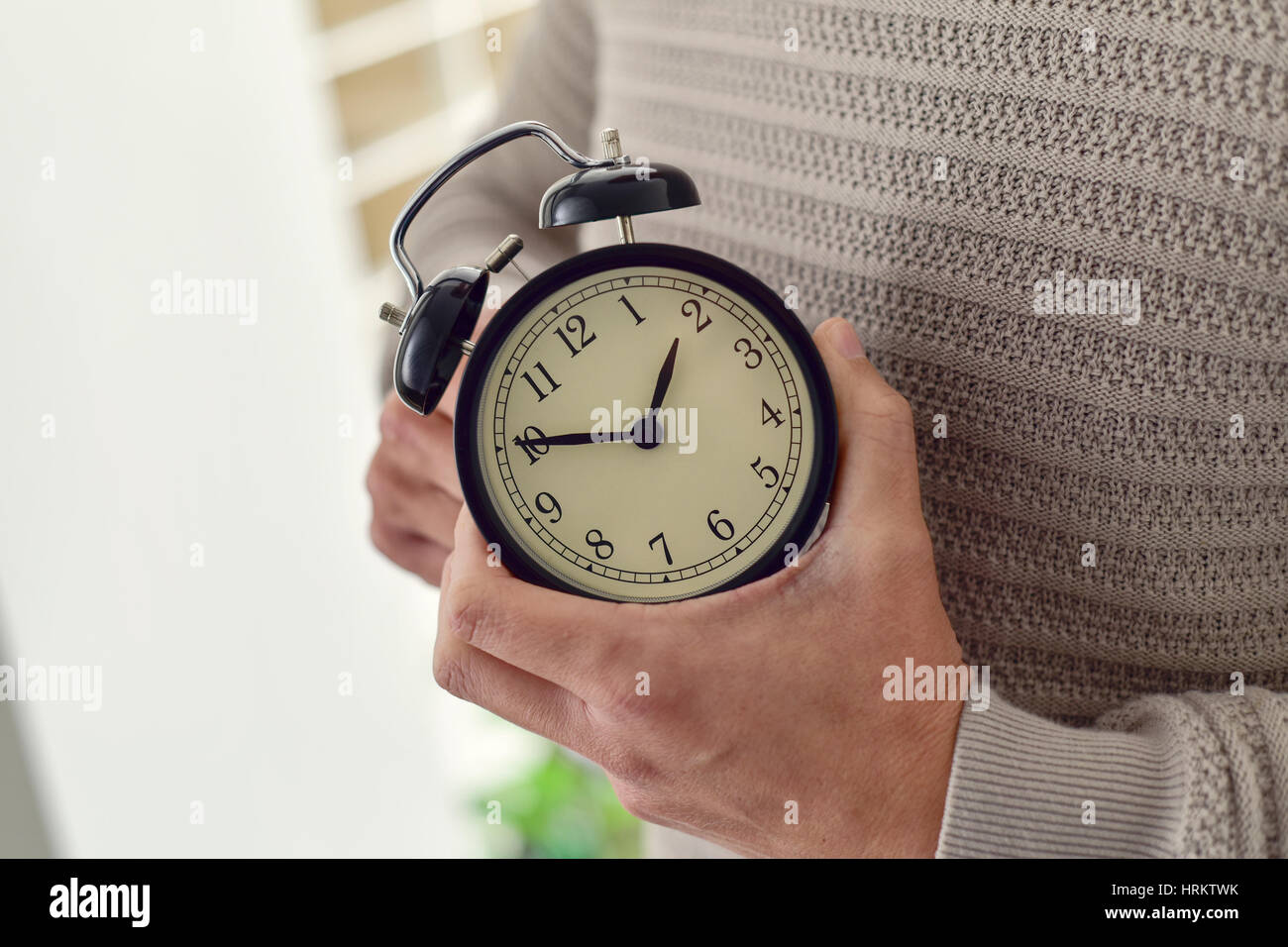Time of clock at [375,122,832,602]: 12:45
